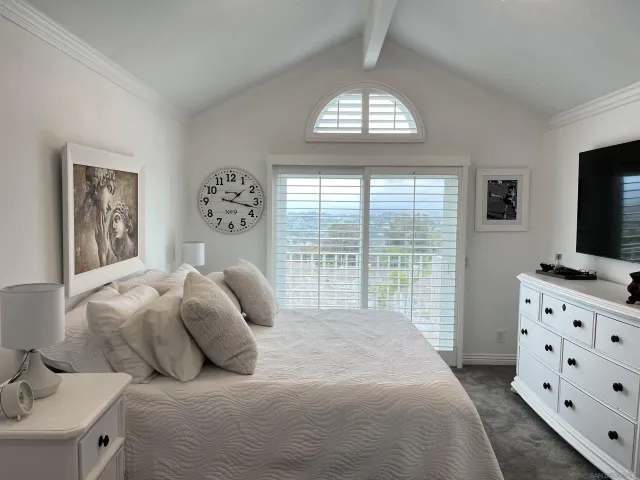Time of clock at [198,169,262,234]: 1:17
